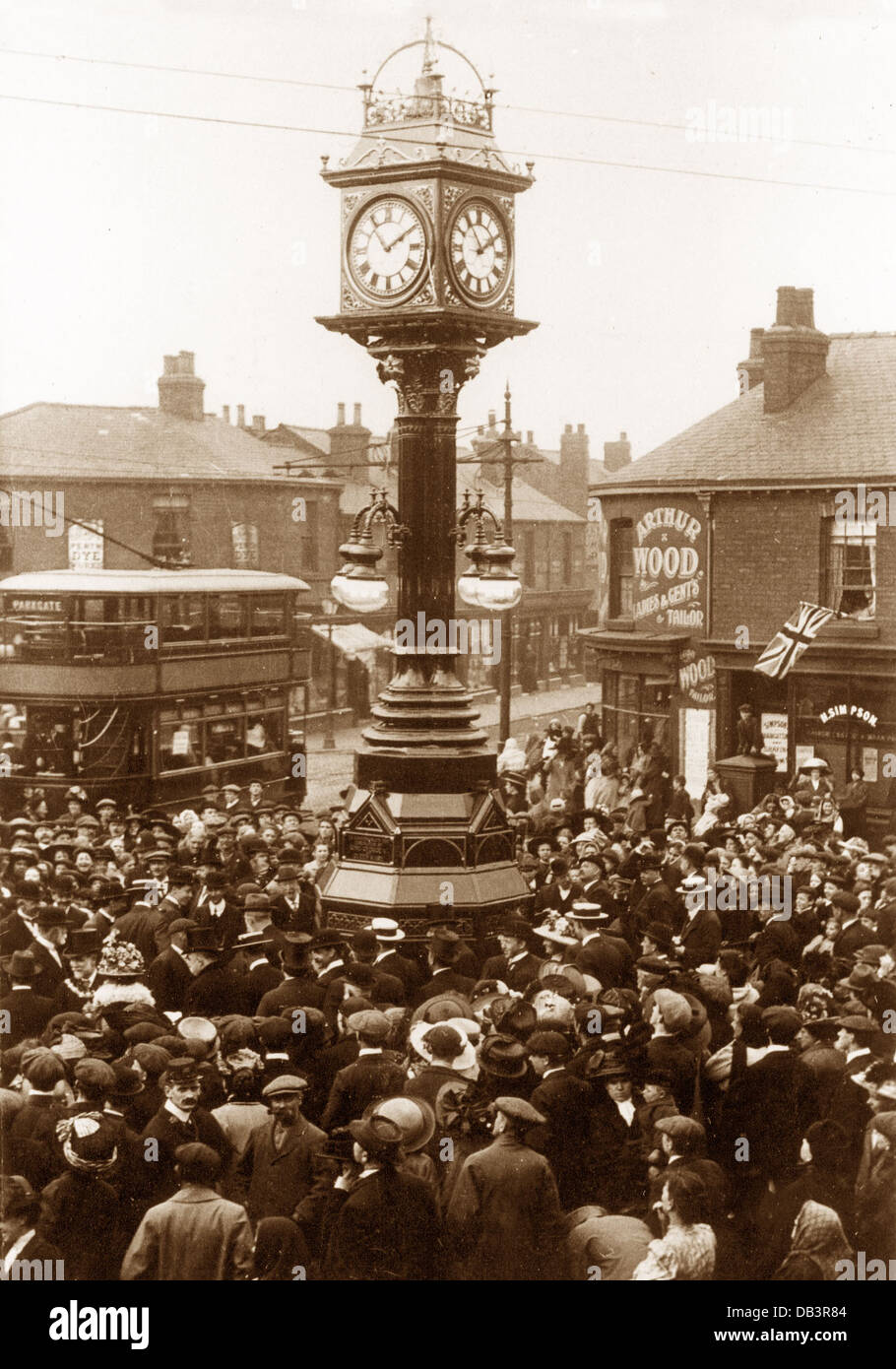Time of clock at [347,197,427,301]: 1:53
